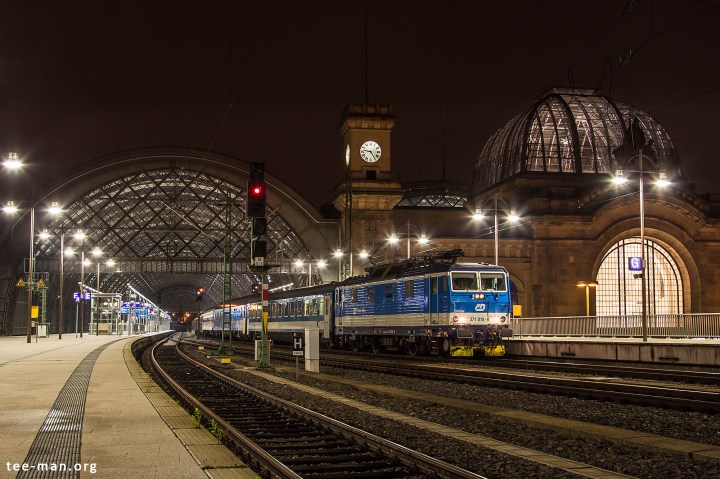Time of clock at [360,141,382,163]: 9:24
